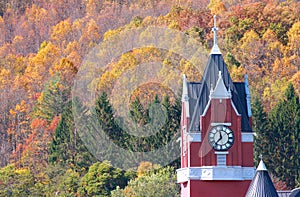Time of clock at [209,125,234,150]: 11:36
